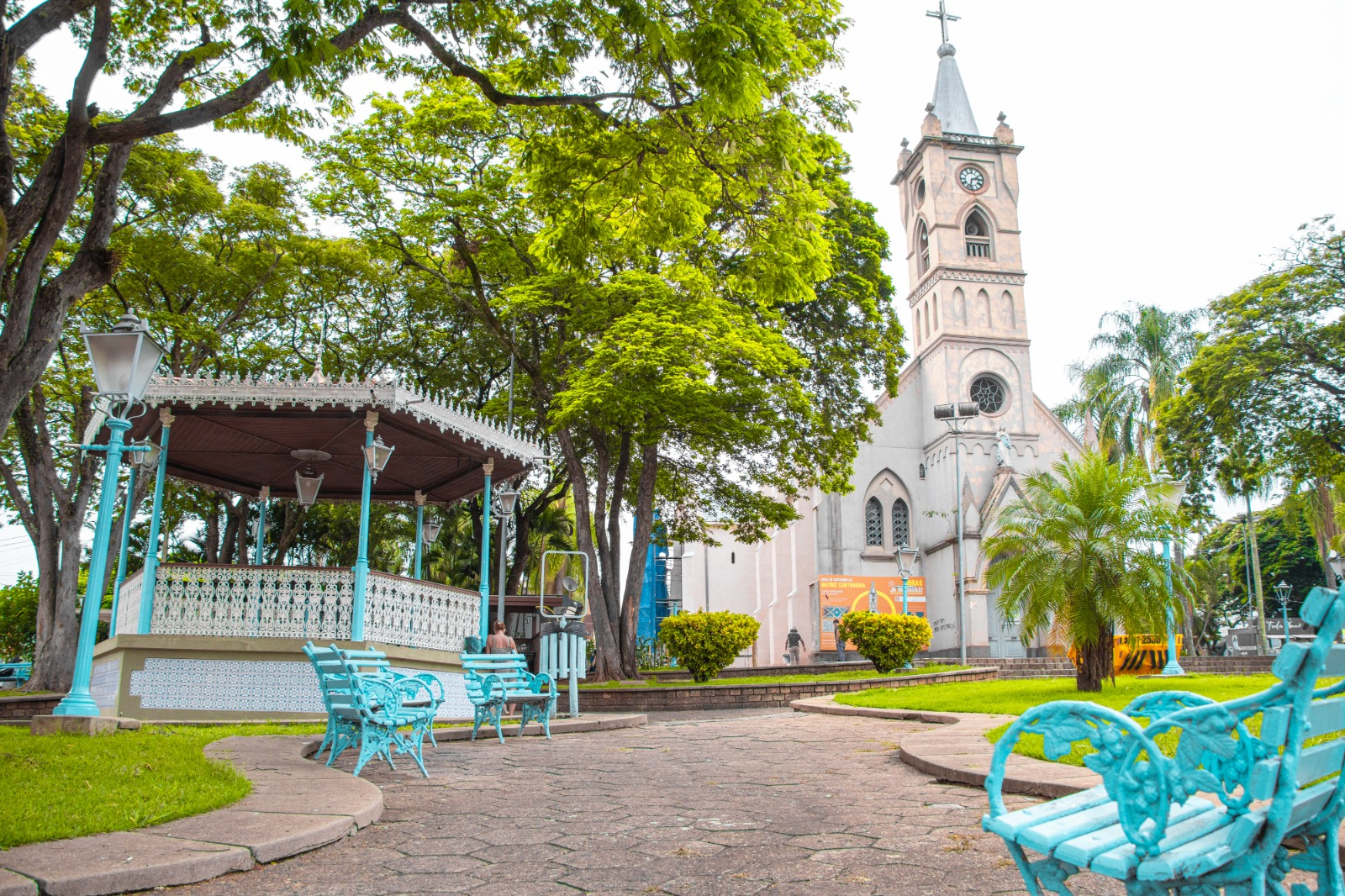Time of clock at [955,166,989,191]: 2:32
